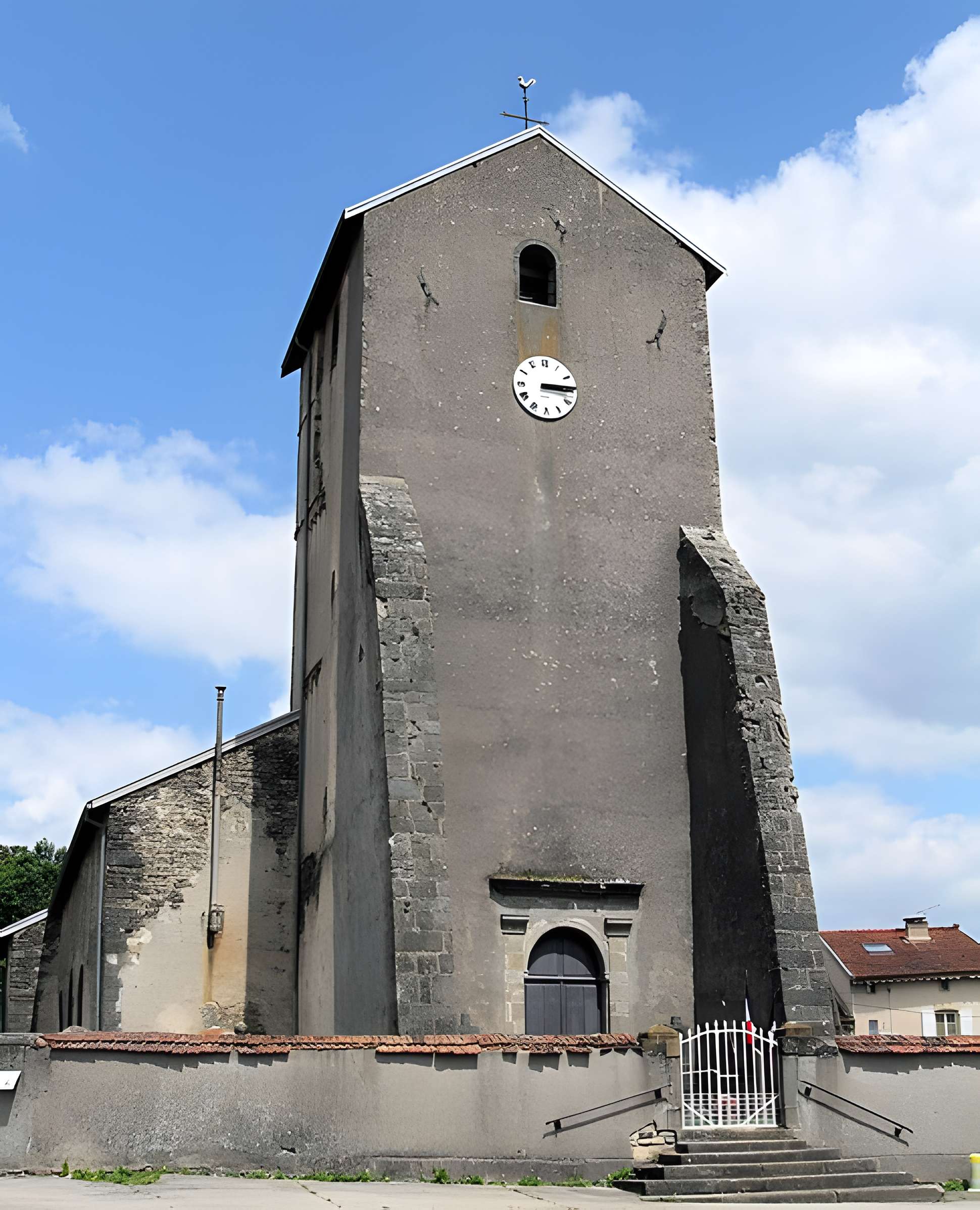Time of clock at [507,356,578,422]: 3:14
